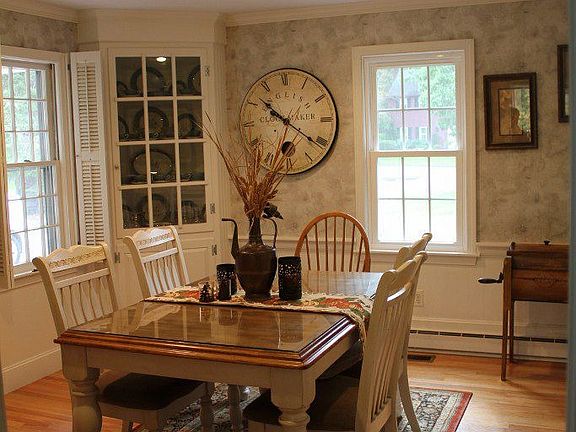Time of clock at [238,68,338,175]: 10:21
